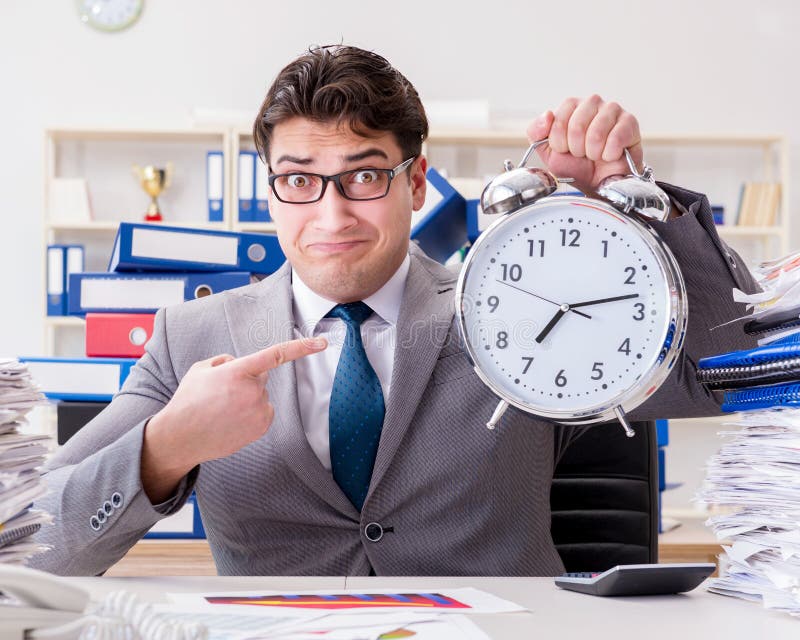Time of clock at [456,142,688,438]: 7:13
